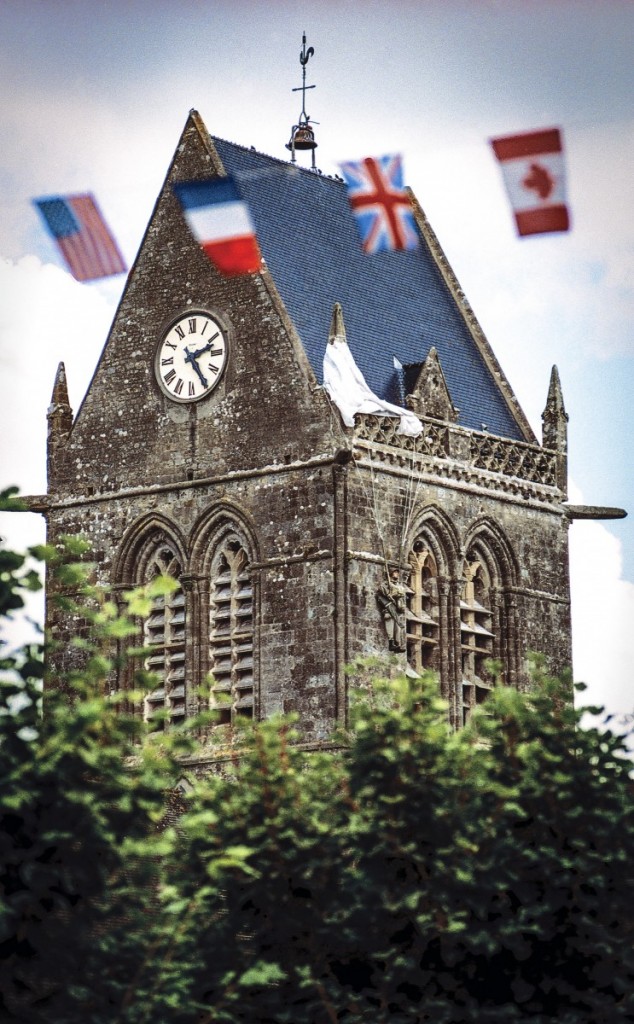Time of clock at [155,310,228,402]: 2:24
